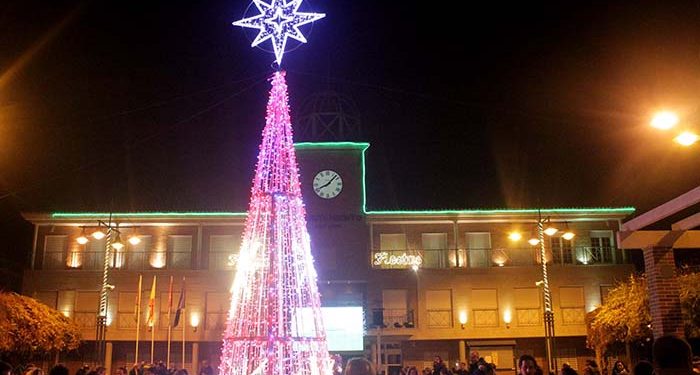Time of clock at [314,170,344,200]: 8:07
